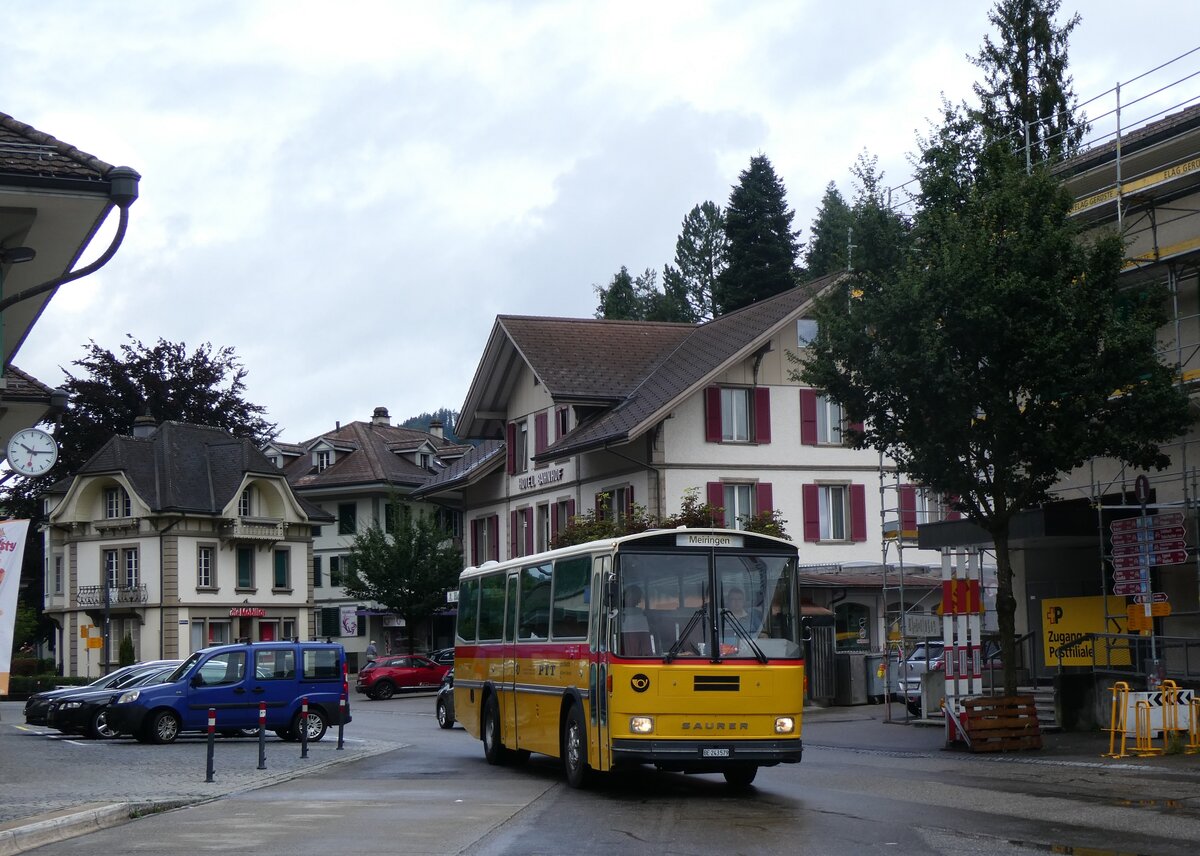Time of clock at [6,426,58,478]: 10:15
